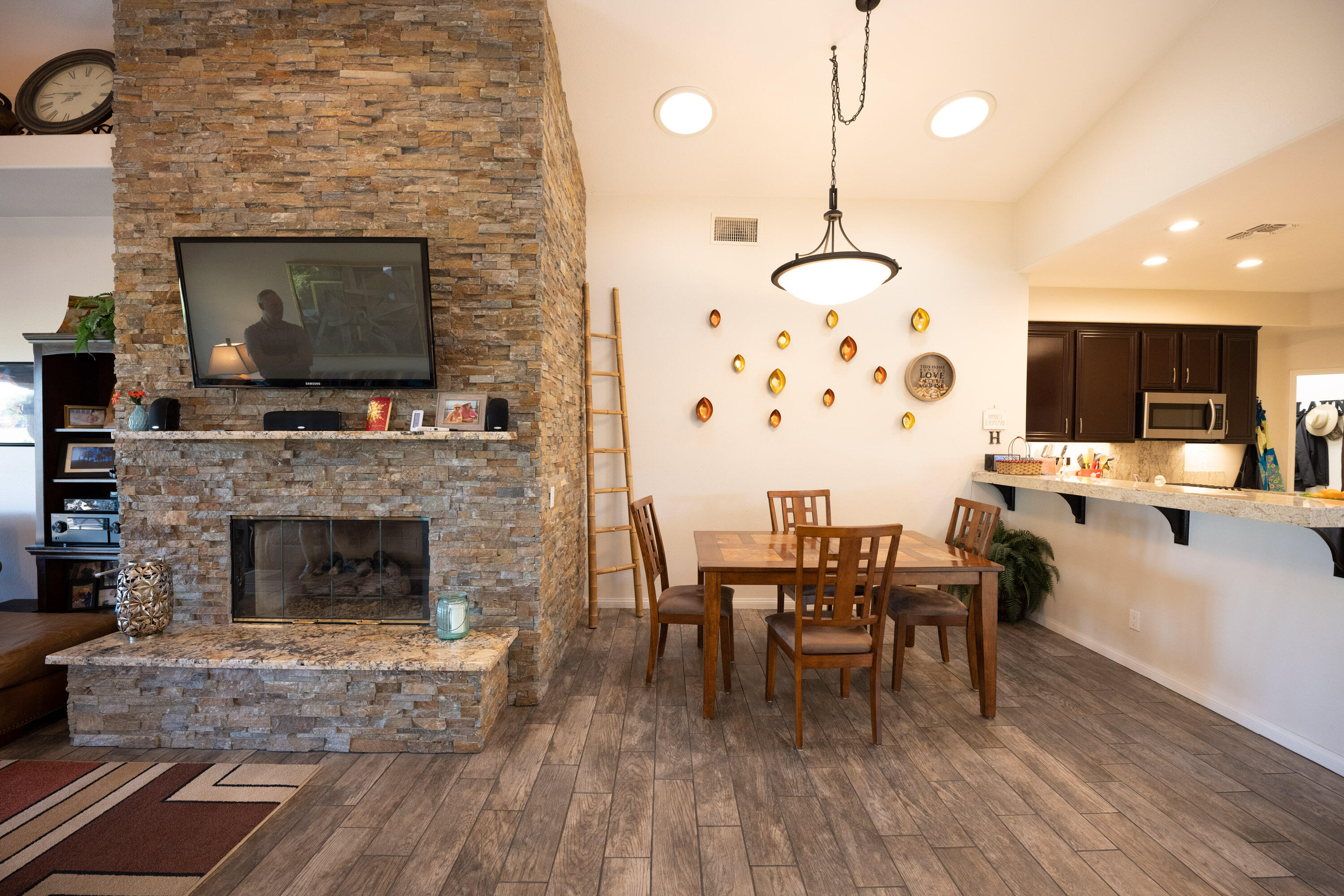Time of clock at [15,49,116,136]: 7:45
